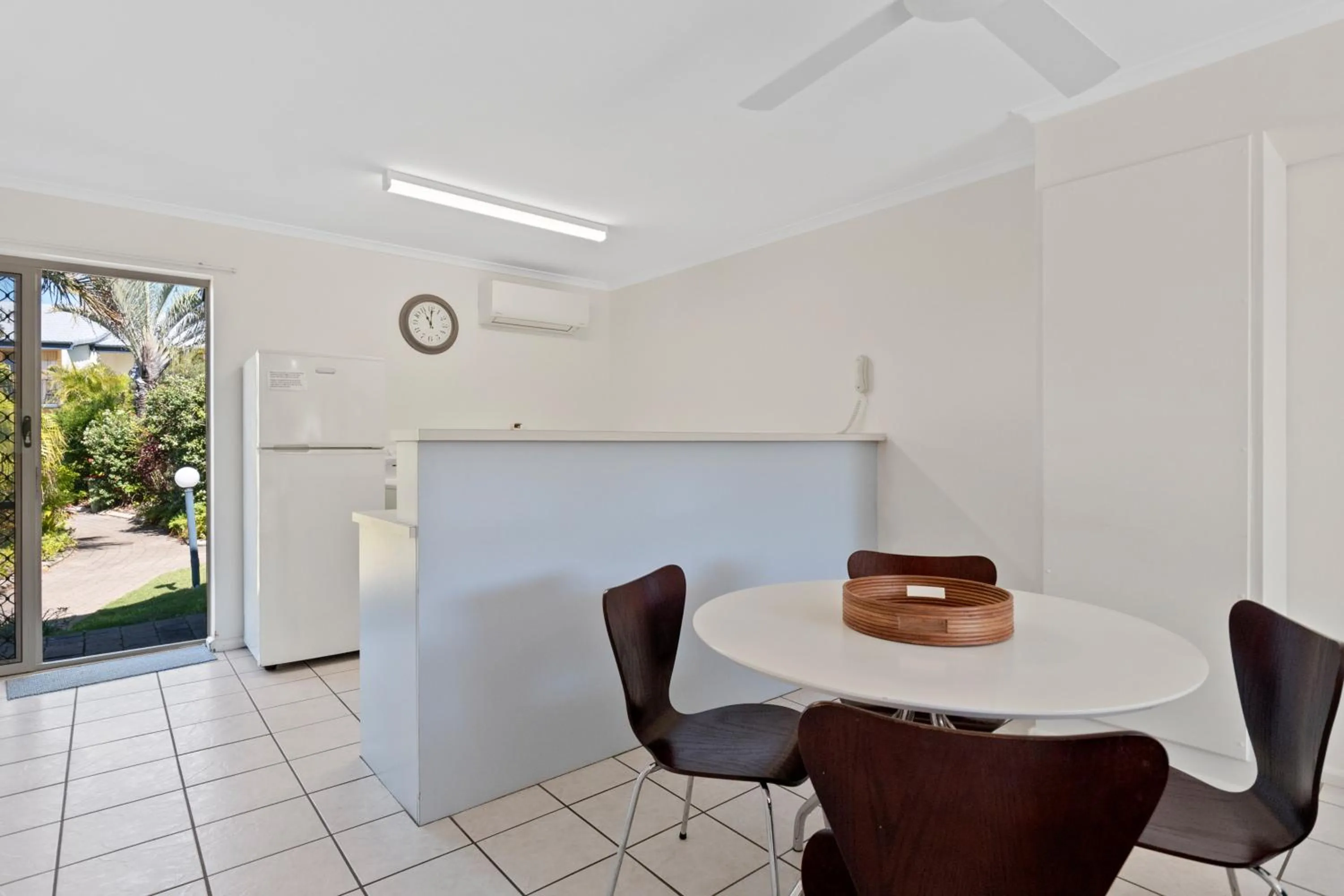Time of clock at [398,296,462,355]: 11:00
